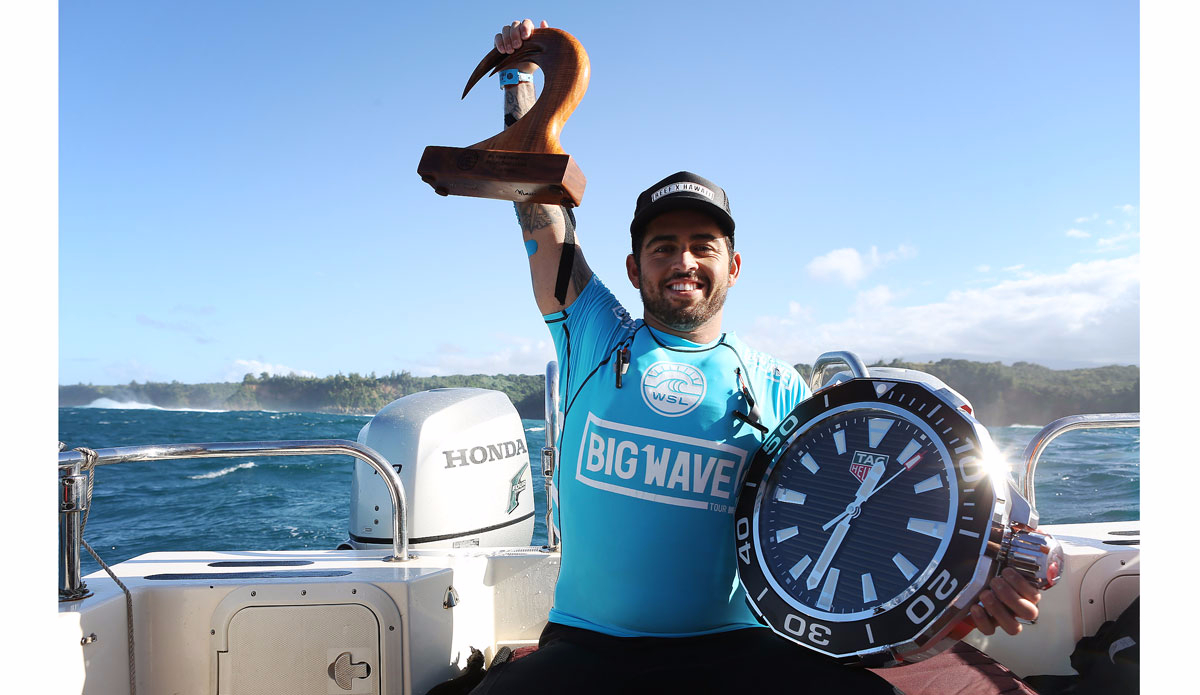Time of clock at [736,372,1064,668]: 12:32
